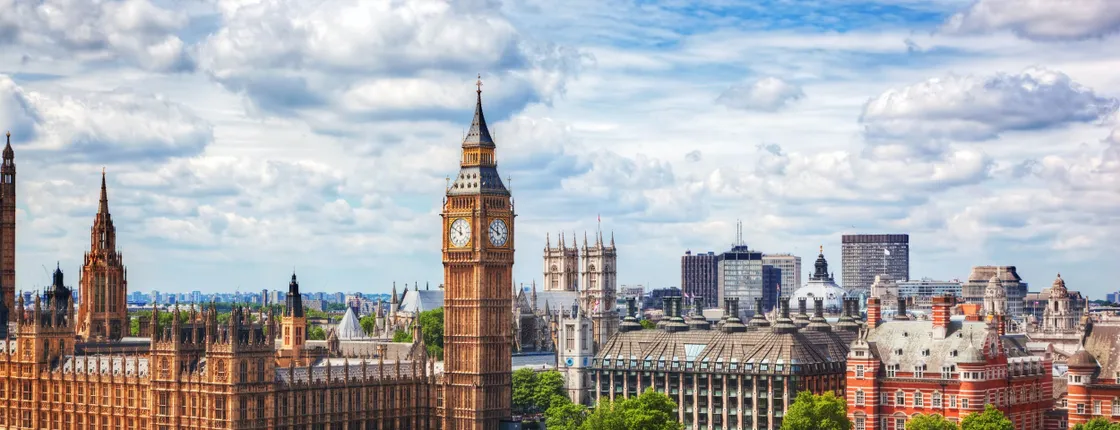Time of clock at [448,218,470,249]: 11:49
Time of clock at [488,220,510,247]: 11:49
